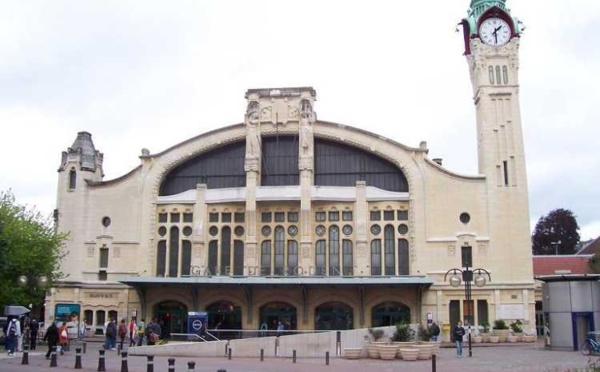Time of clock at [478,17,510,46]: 1:29
